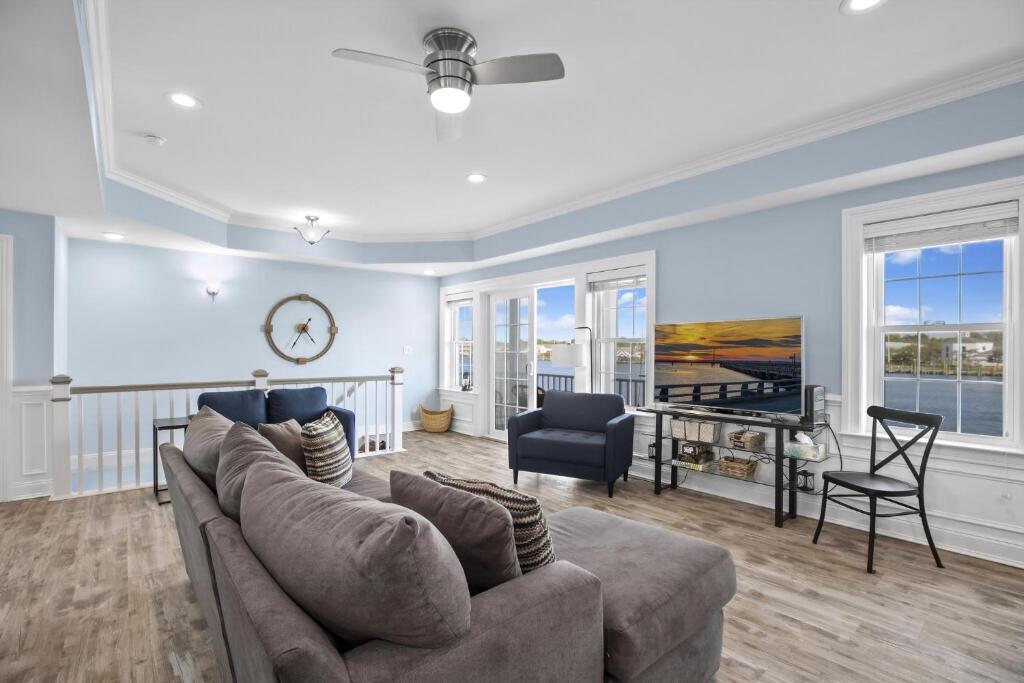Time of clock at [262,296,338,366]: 4:35
